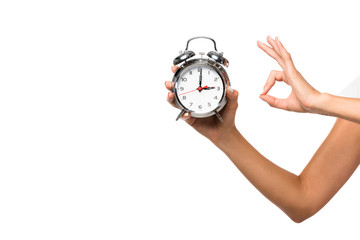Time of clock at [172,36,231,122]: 3:00
